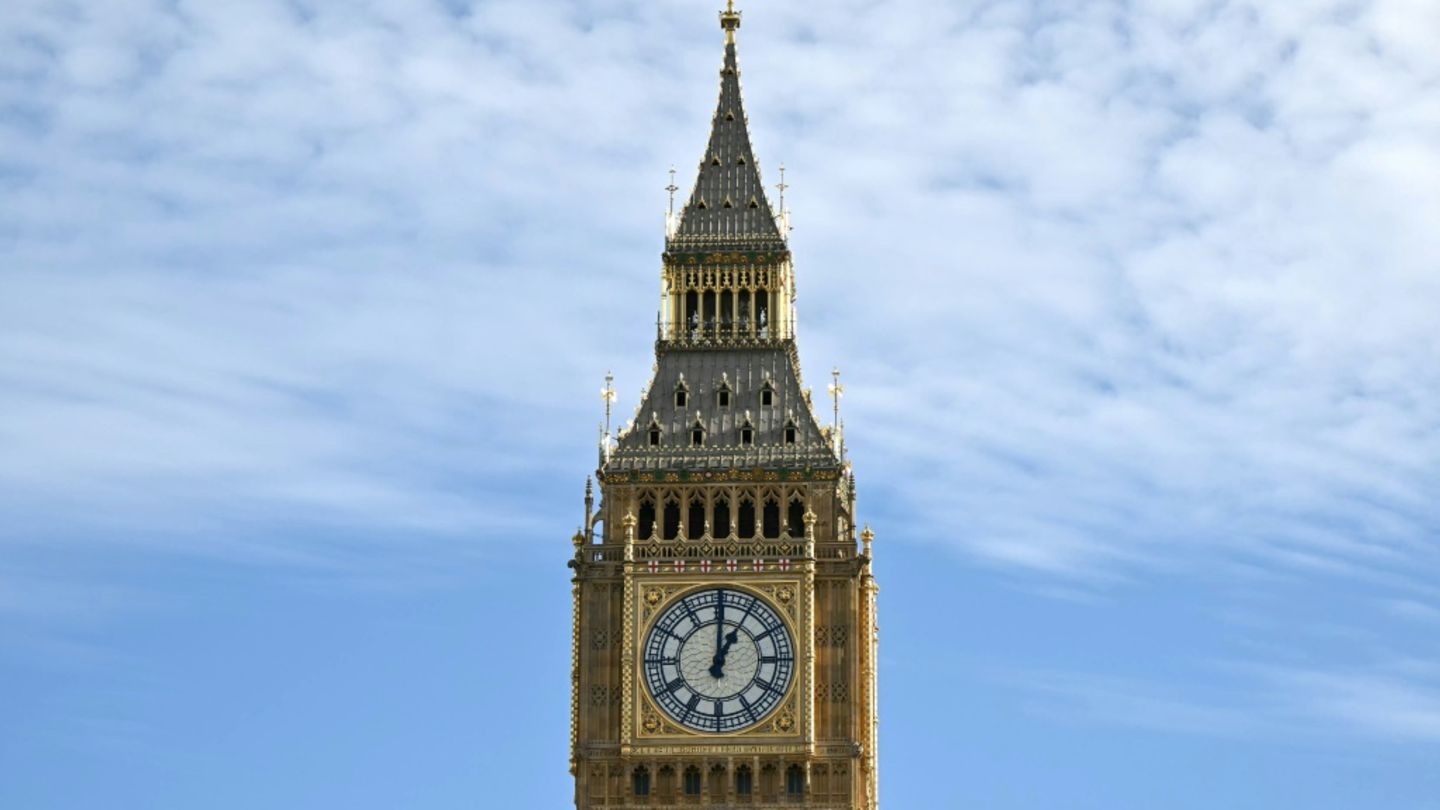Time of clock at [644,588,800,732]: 1:00
